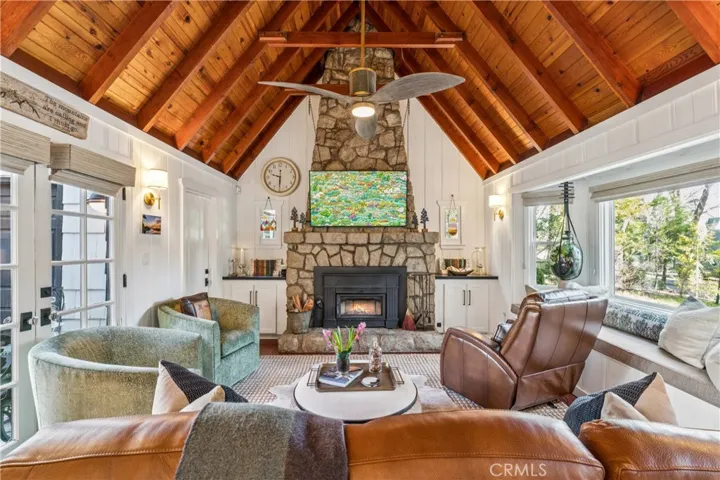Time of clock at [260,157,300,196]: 9:30
